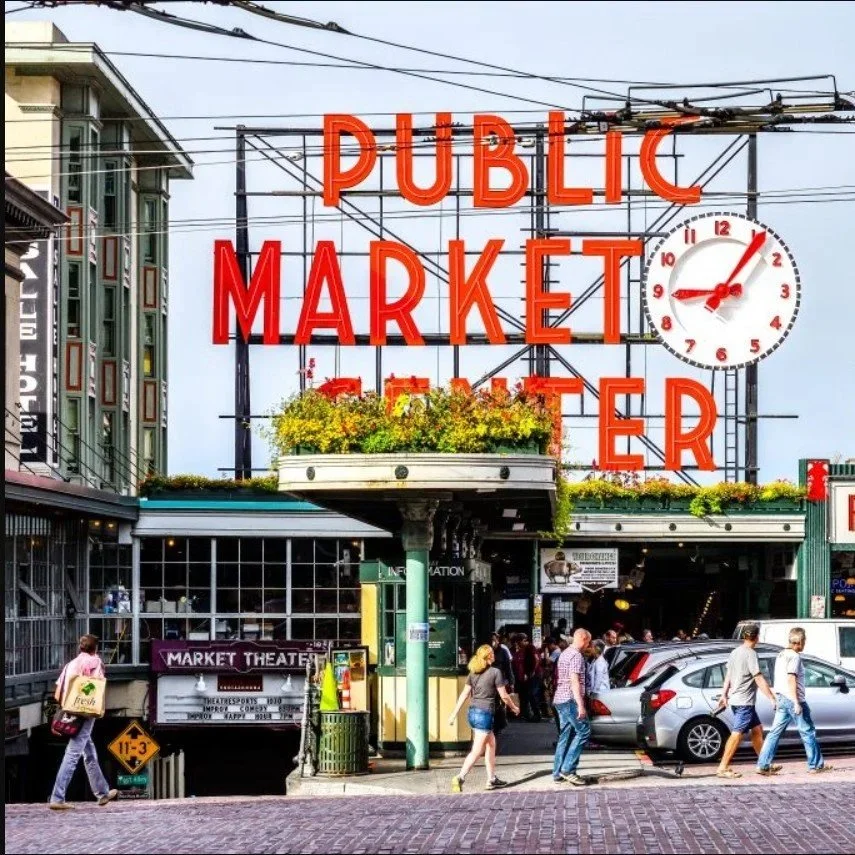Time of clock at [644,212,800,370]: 9:06
